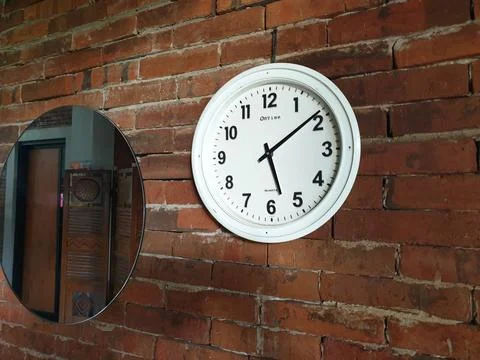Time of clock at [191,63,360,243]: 5:08
